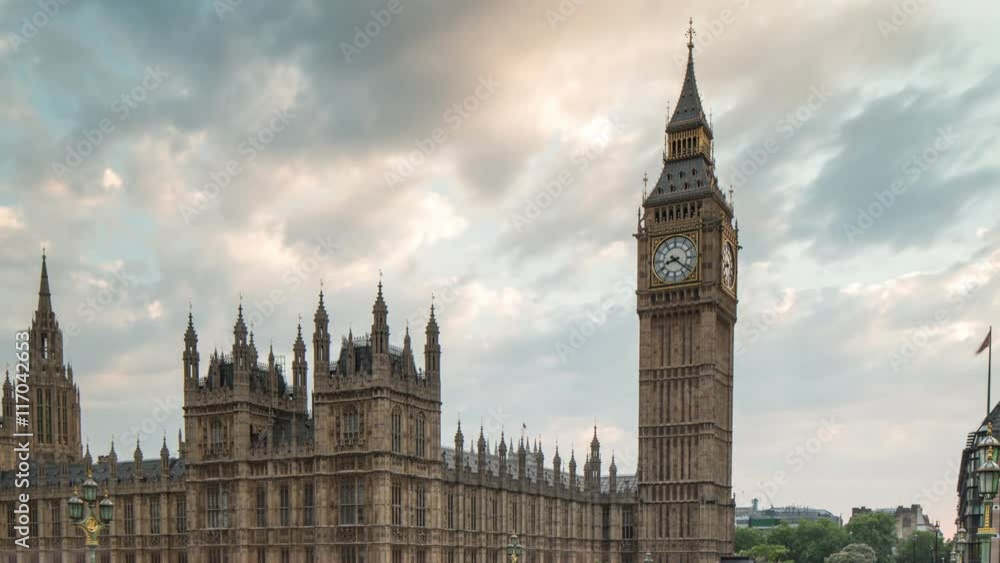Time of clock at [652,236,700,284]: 8:21
